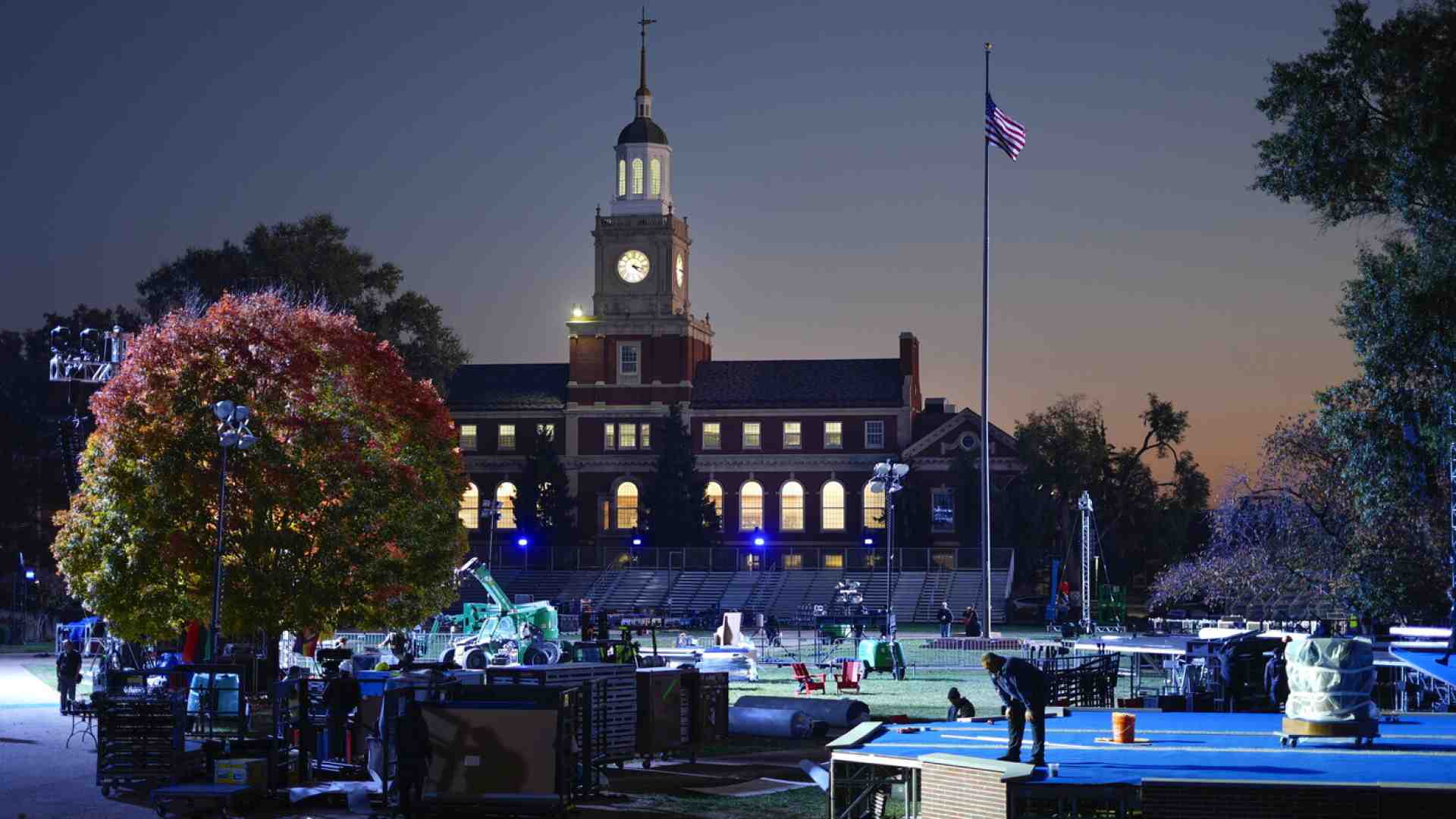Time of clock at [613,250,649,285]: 4:17
